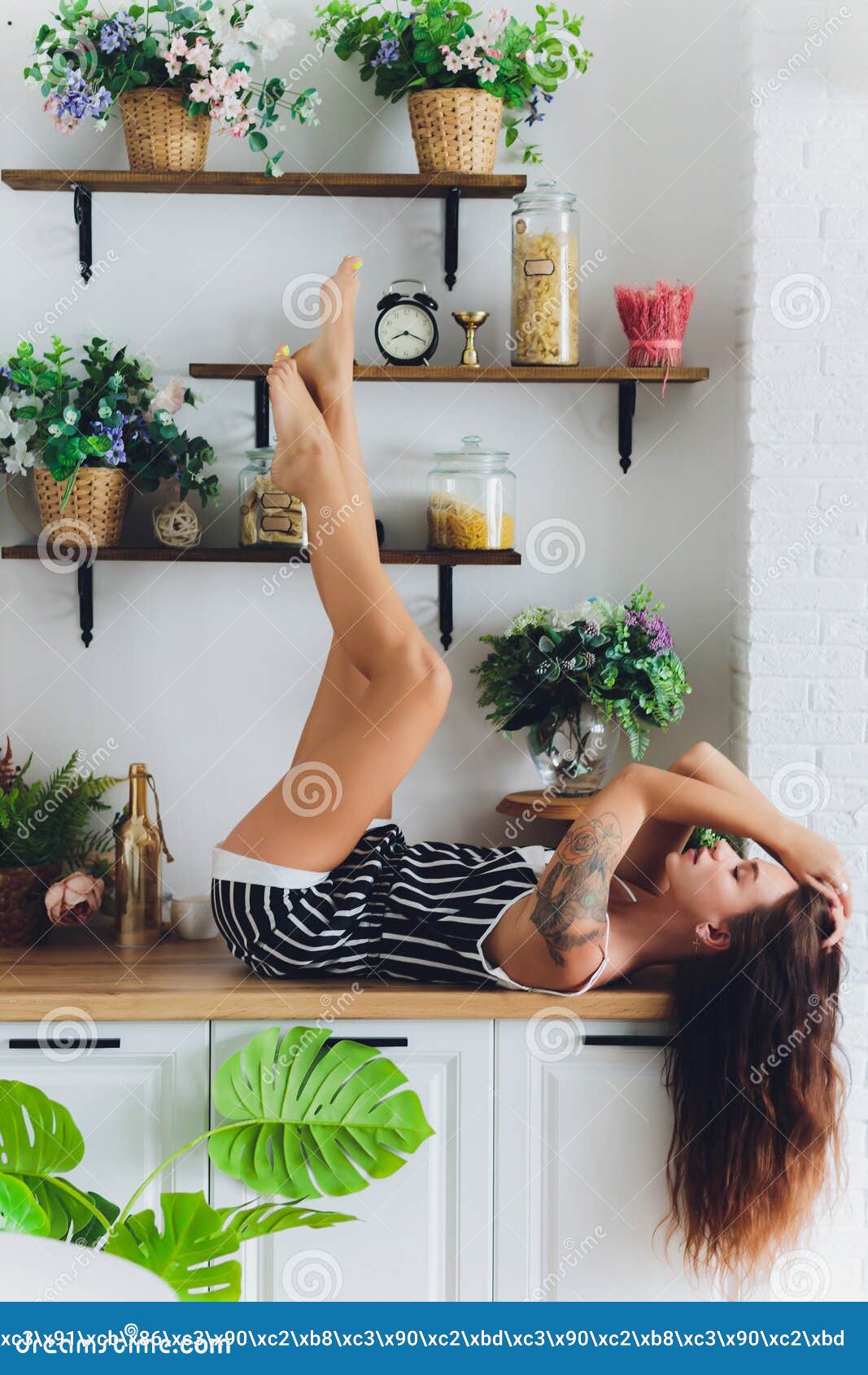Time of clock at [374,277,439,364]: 8:19
